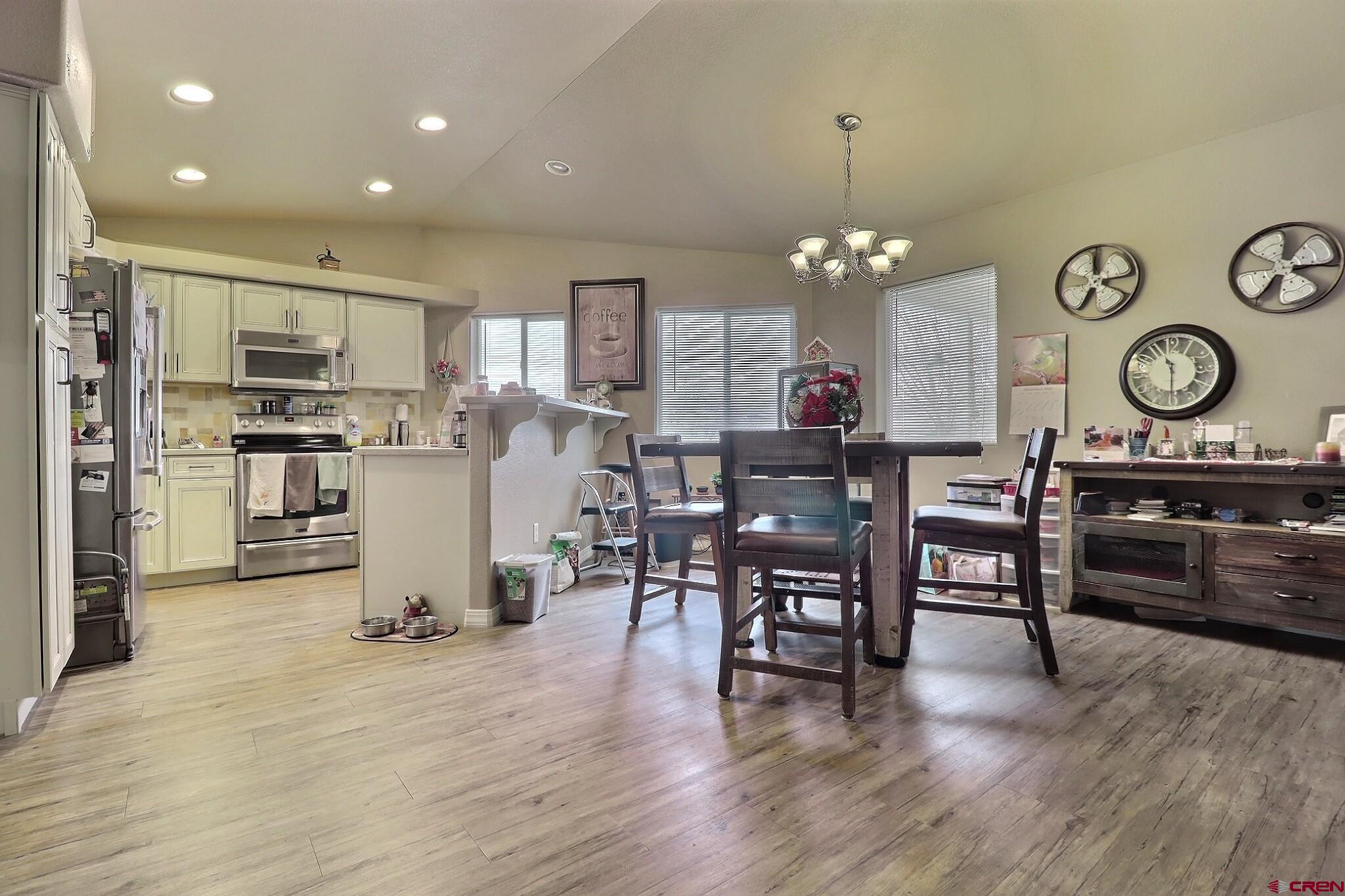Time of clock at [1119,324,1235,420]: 11:30
